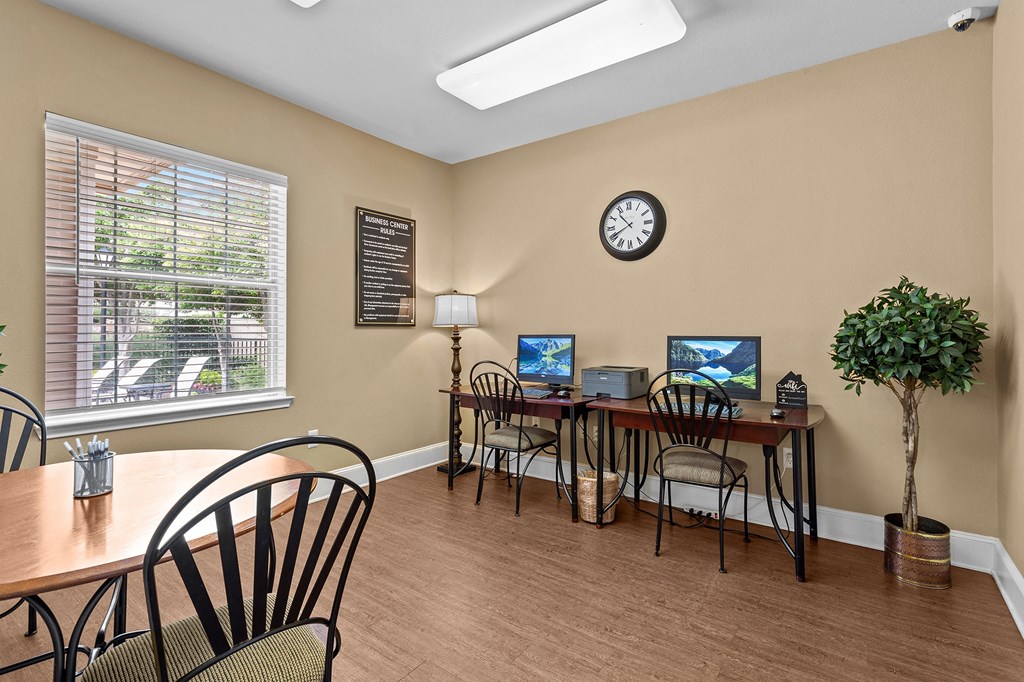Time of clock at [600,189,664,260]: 10:40
